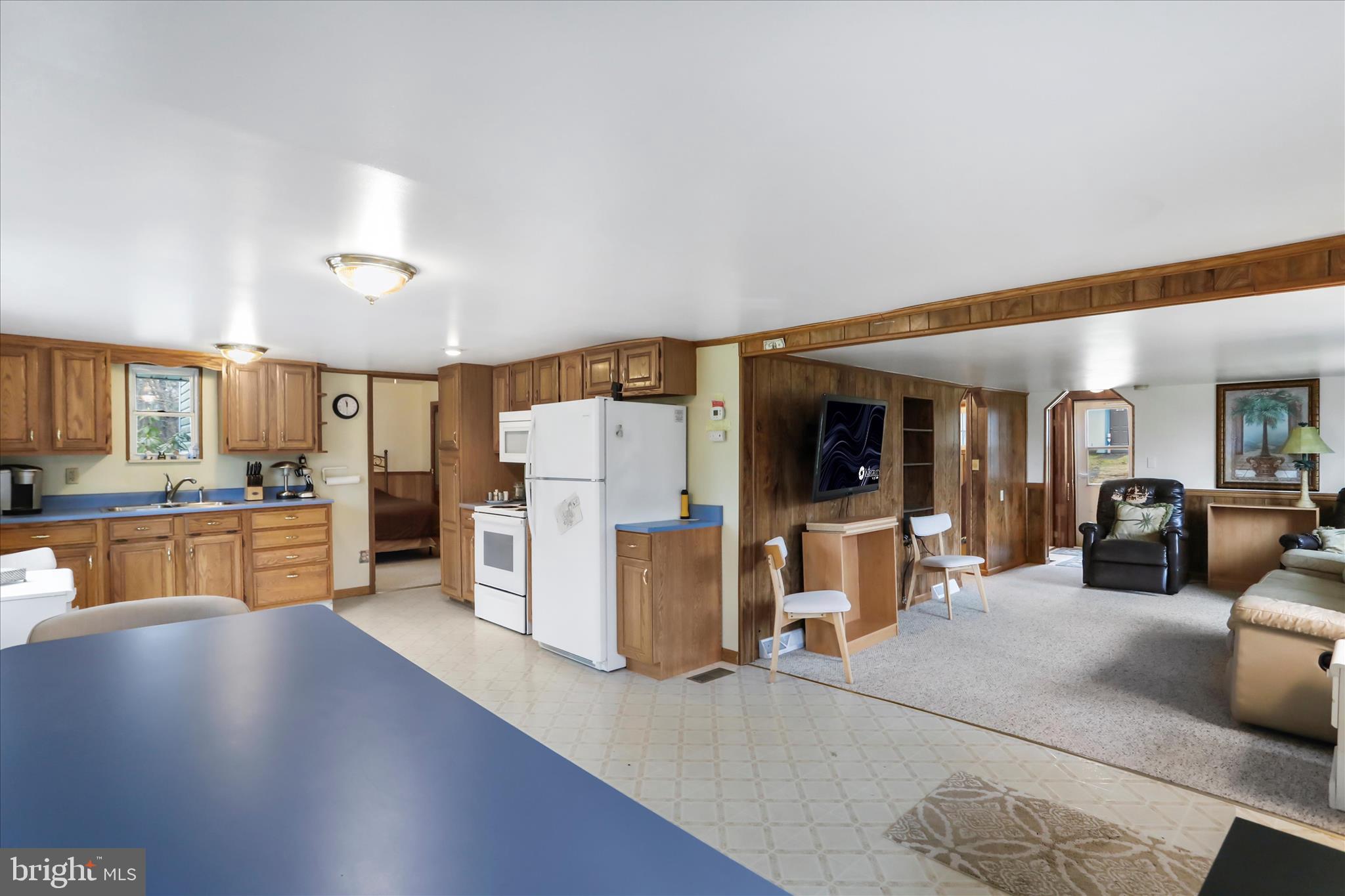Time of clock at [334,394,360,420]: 11:57
